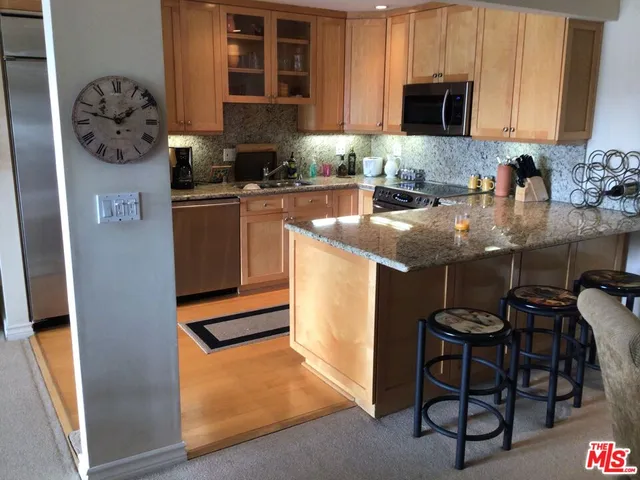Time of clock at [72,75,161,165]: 1:47
